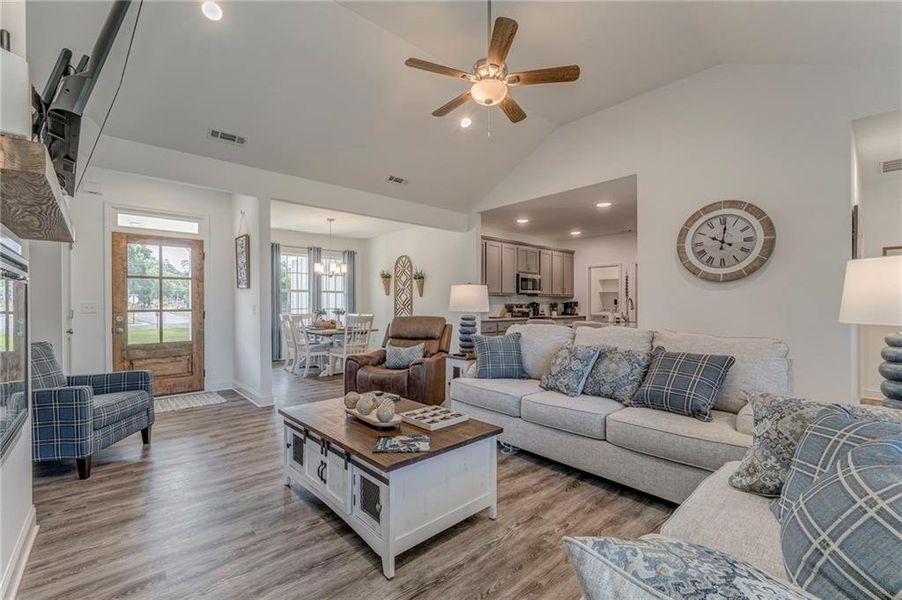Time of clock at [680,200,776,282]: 10:01
